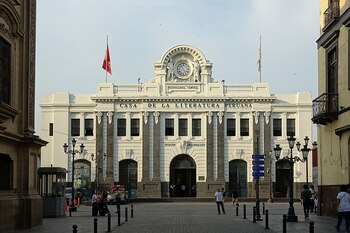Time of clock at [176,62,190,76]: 4:53
